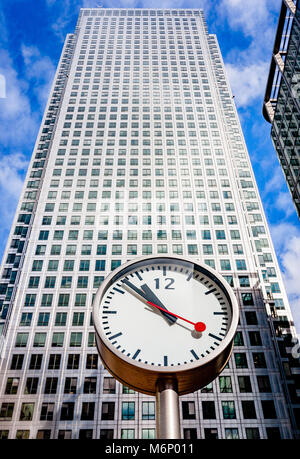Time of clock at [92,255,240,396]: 10:52
